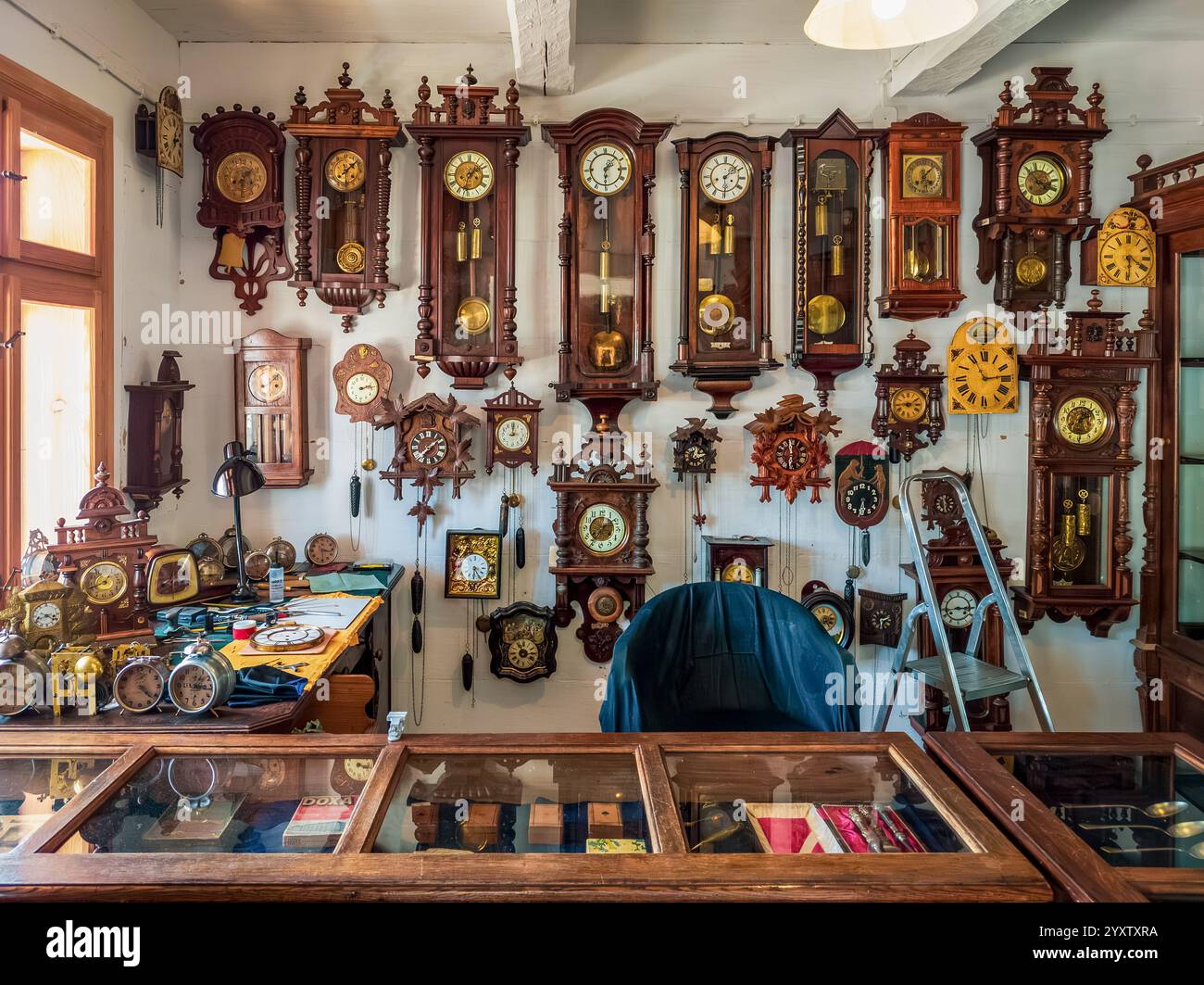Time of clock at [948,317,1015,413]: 11:13
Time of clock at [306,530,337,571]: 3:29
